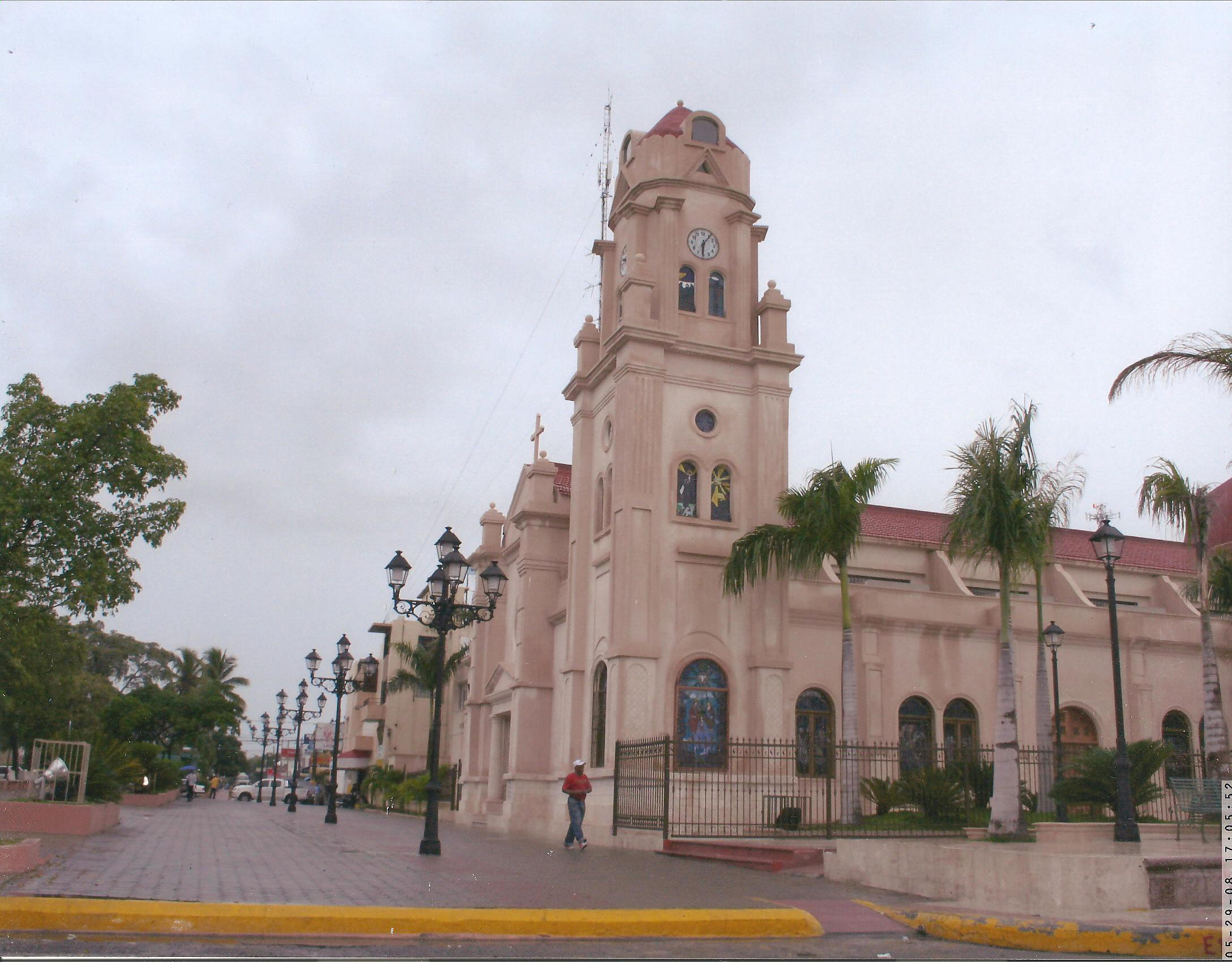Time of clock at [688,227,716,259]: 6:06
